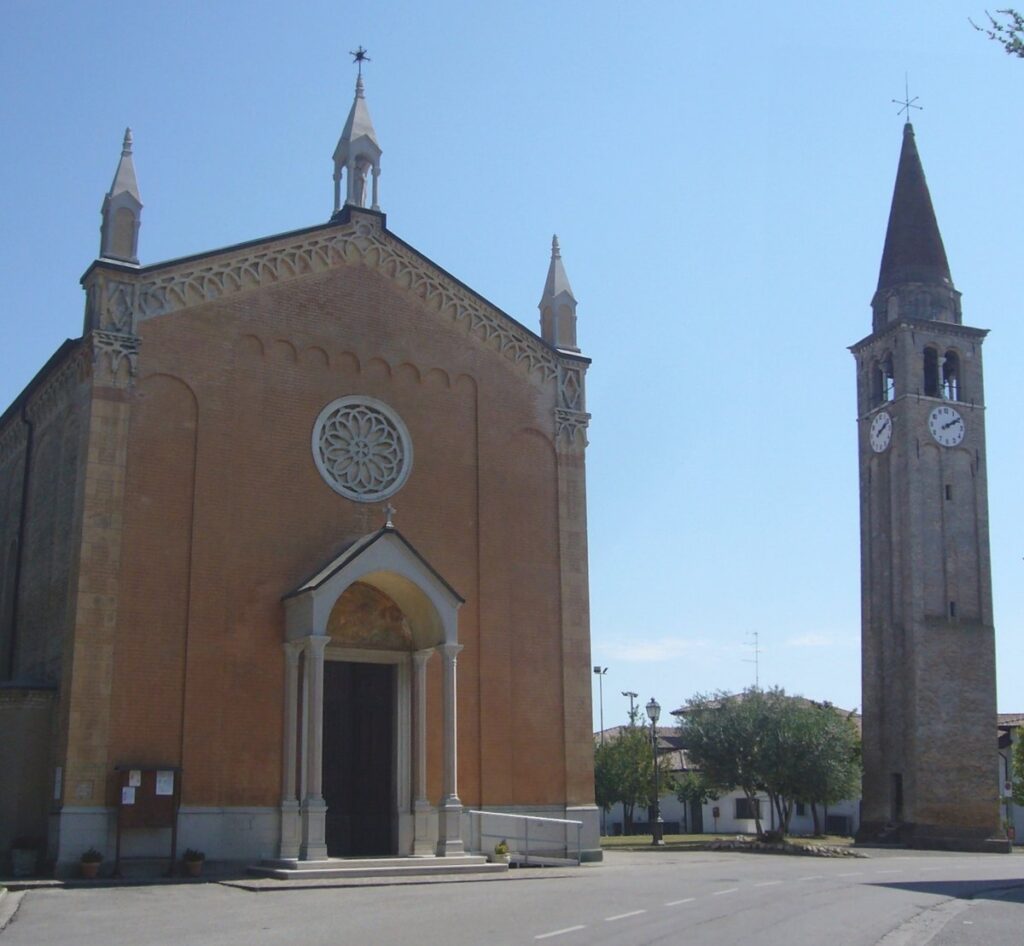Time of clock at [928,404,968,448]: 2:09
